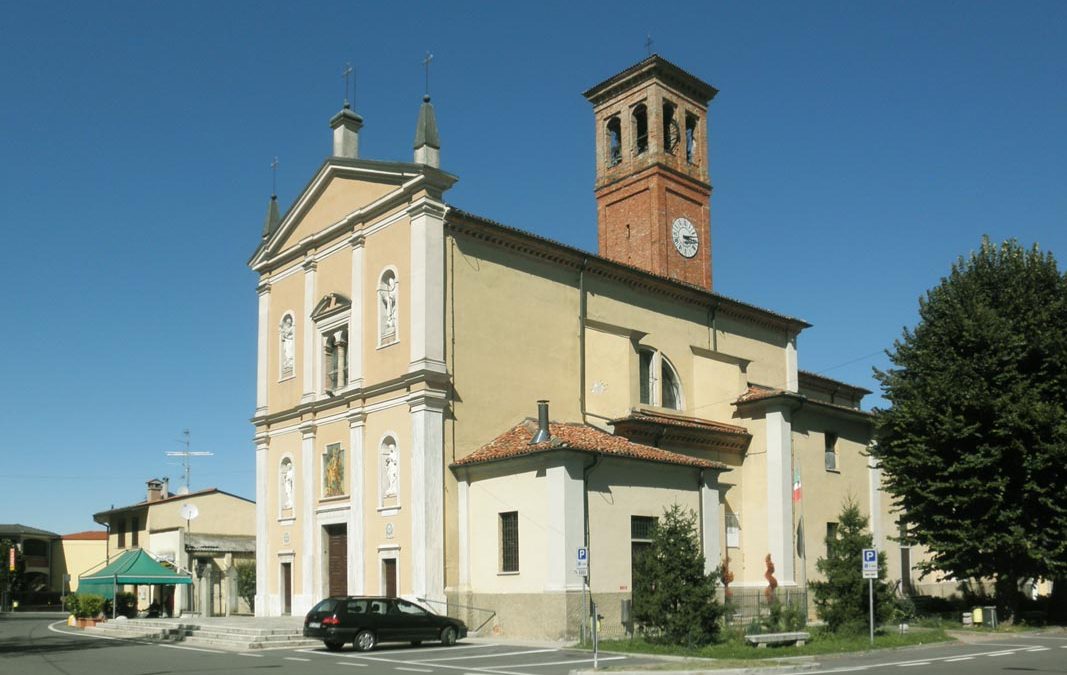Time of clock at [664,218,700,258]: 3:12
